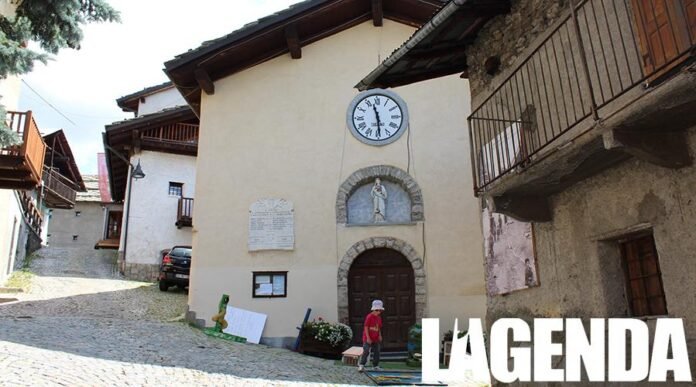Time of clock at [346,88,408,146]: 11:29
